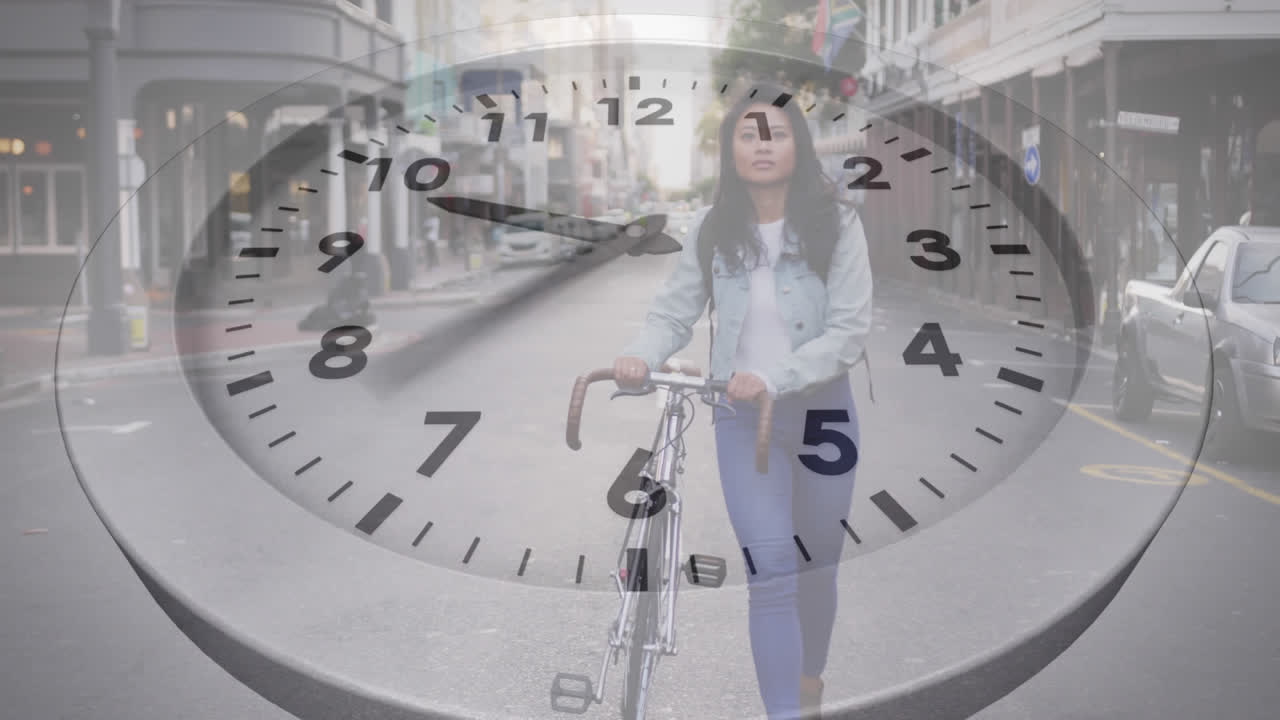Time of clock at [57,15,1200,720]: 9:38
